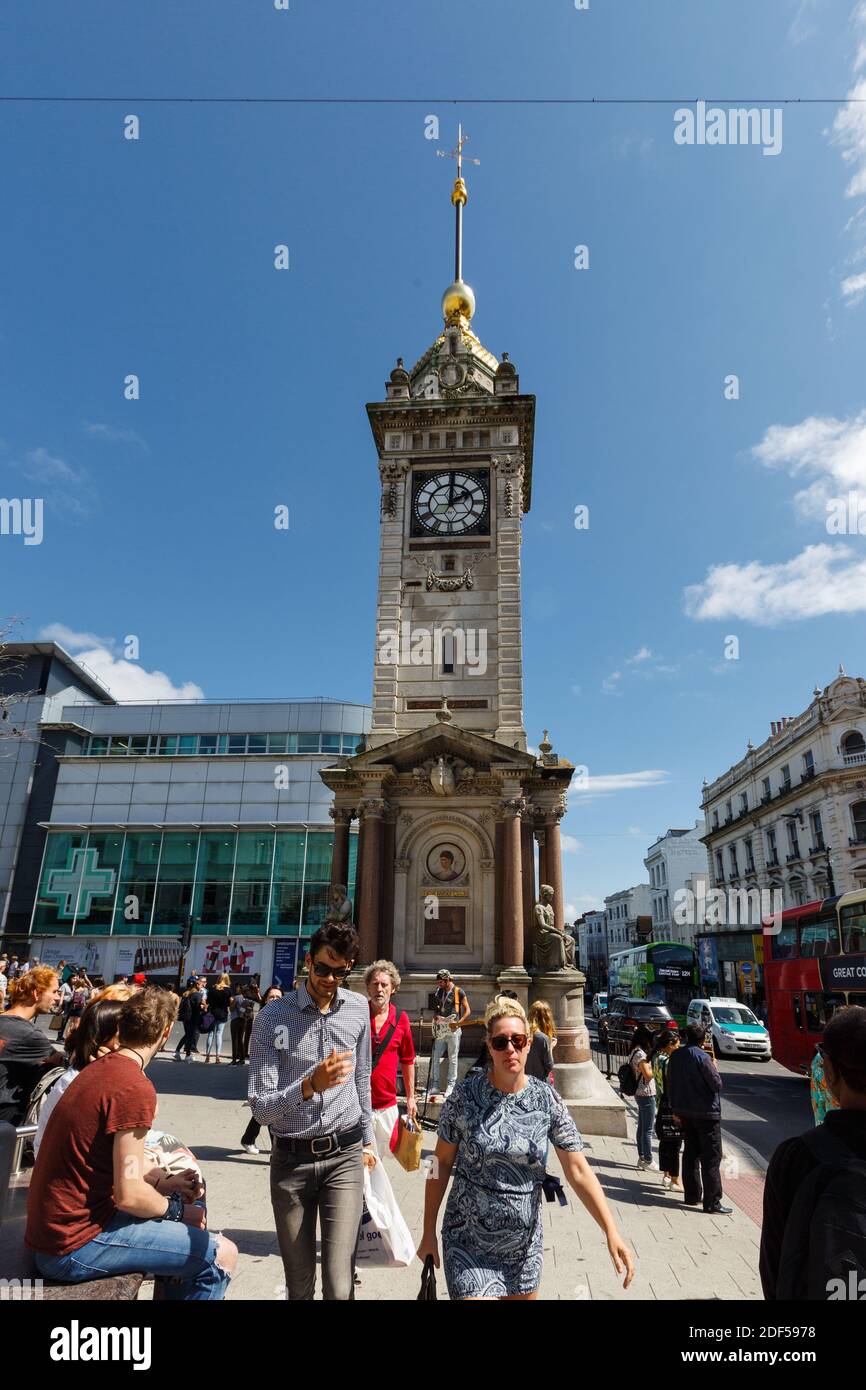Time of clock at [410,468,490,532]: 2:00
